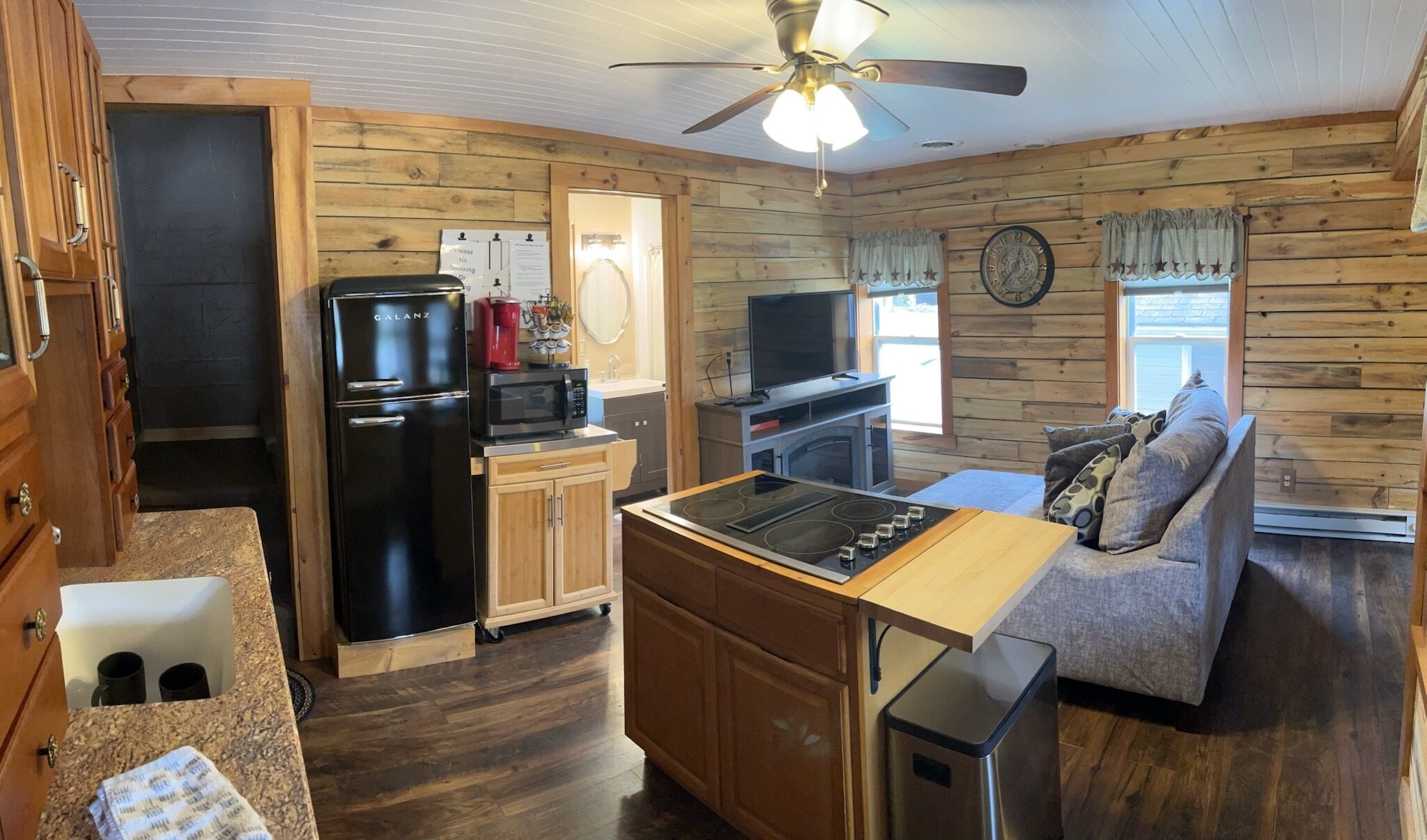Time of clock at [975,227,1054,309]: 12:37
